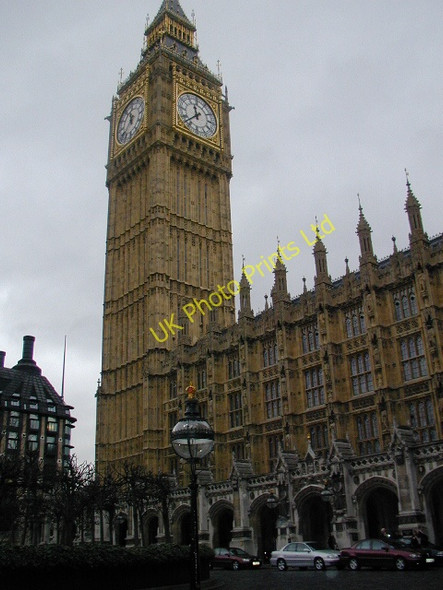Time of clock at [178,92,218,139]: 11:37
